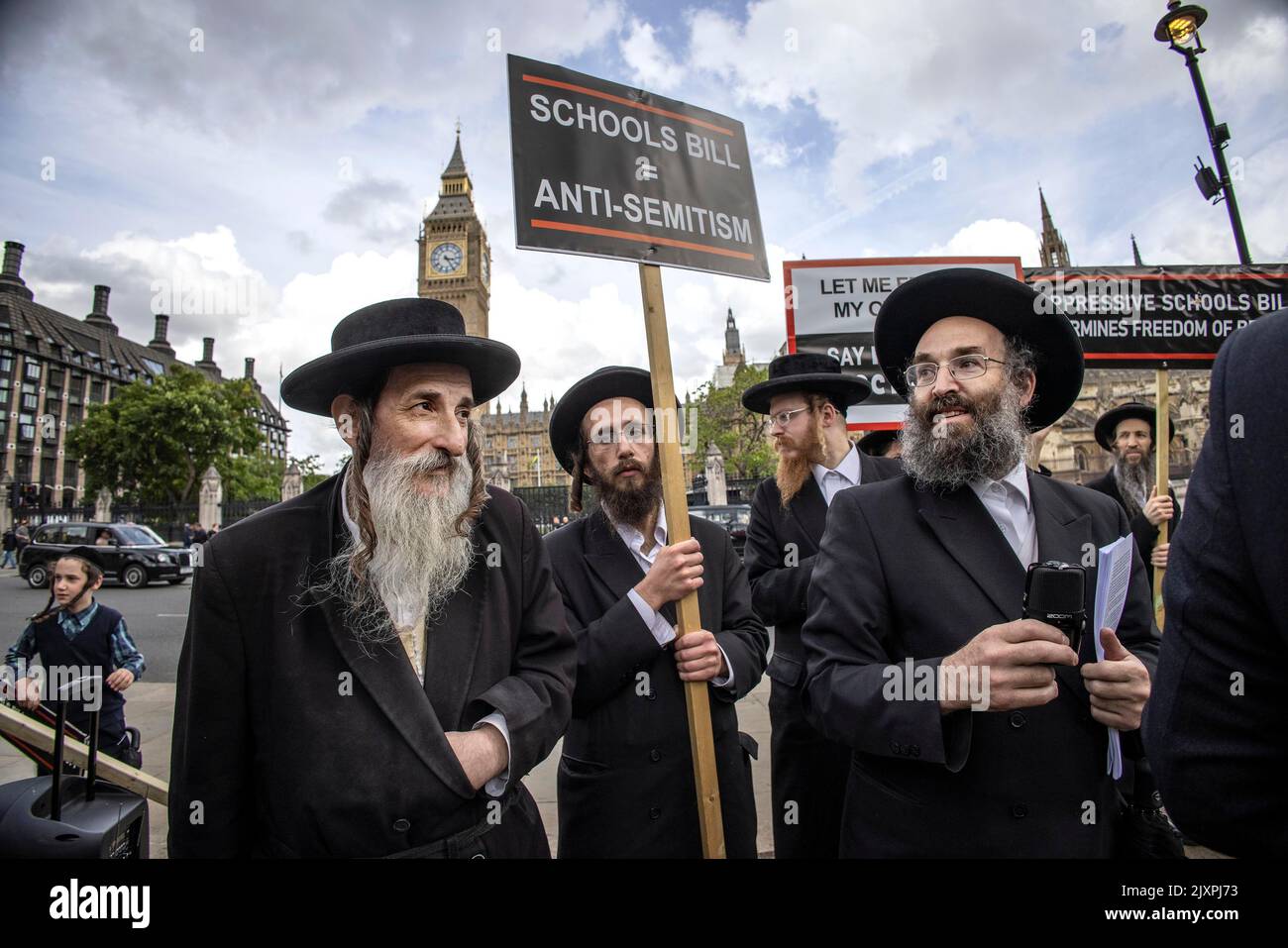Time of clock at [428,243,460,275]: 3:24
